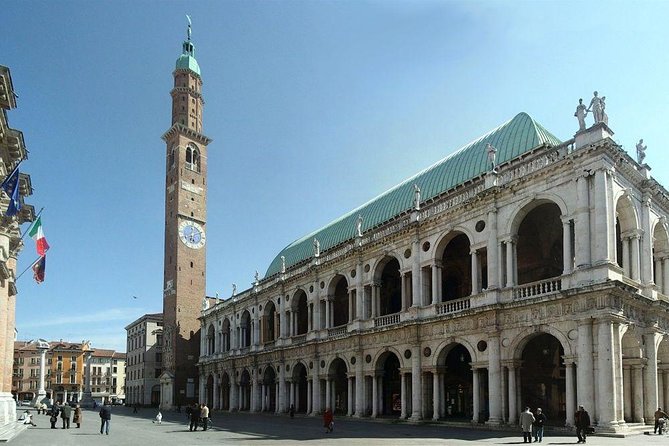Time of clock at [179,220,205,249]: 6:10
